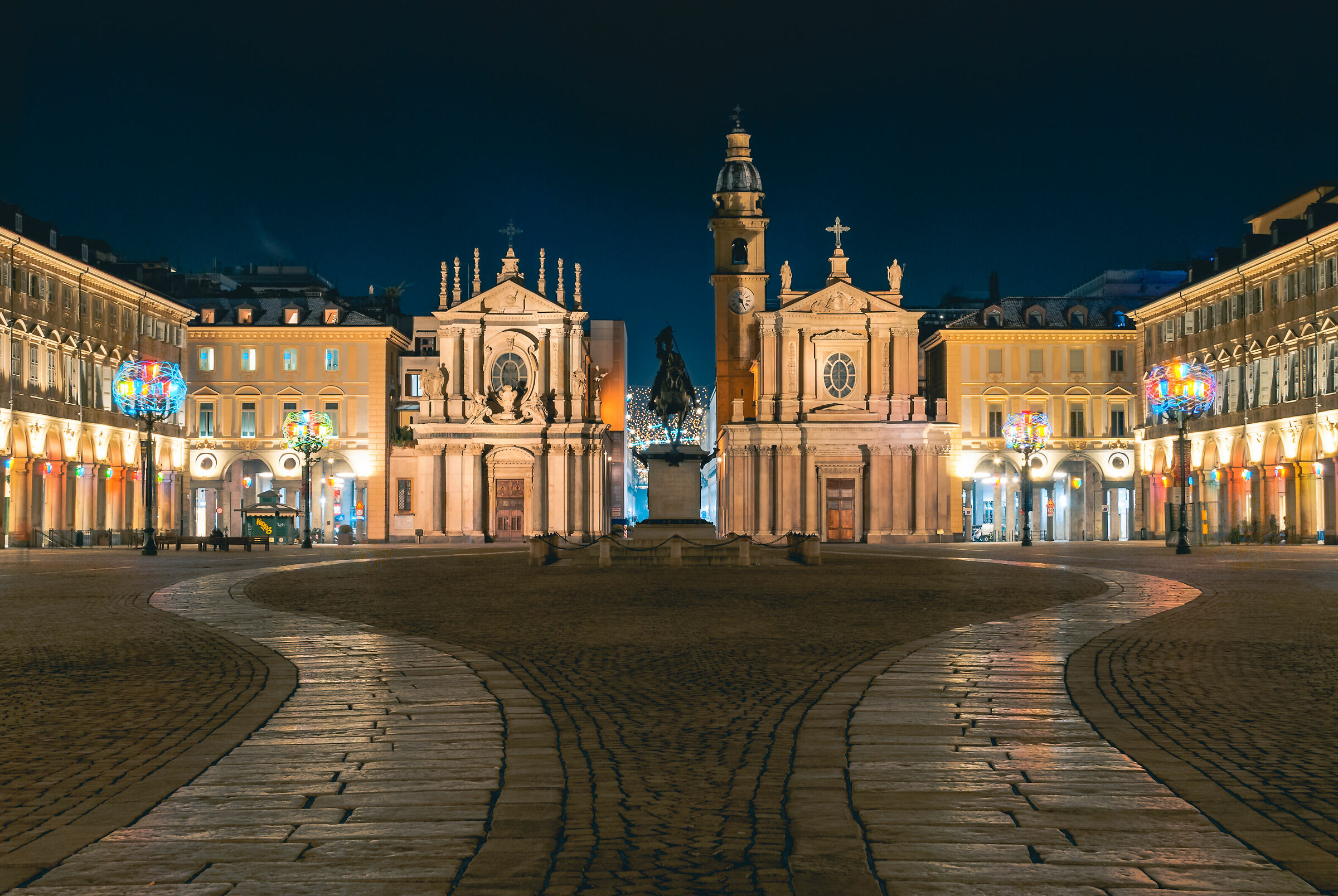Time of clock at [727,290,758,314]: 10:25
